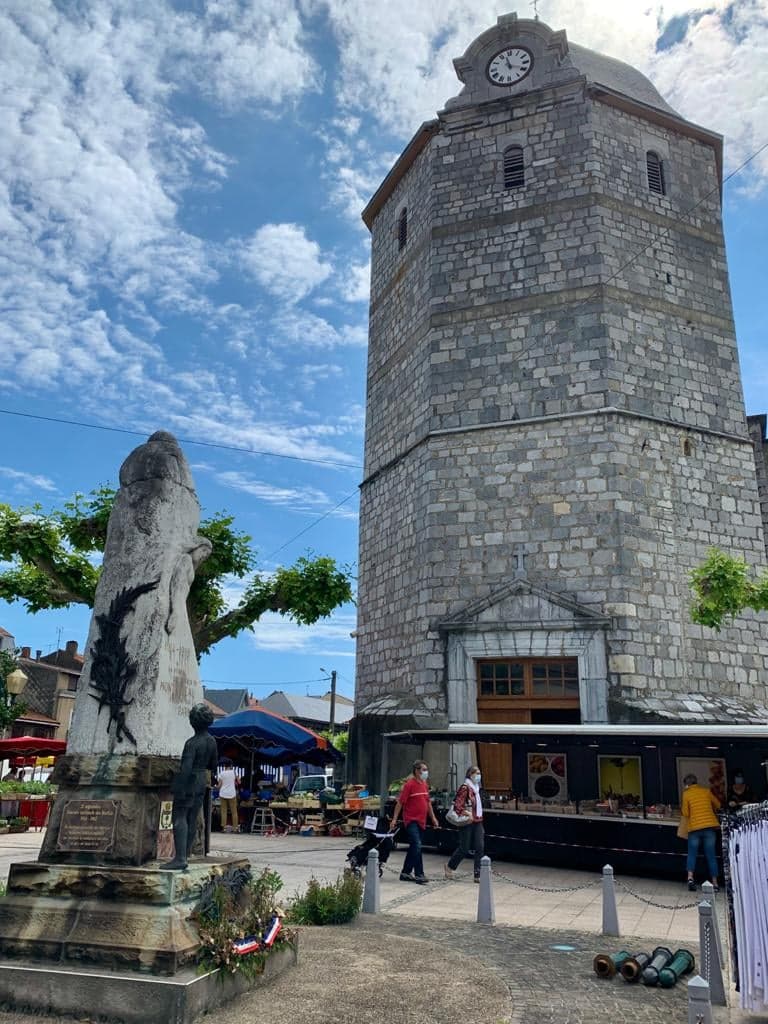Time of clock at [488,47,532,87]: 11:18
